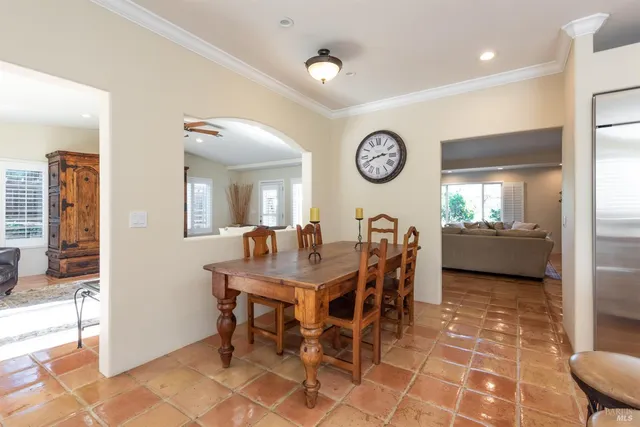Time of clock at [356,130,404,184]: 2:41
